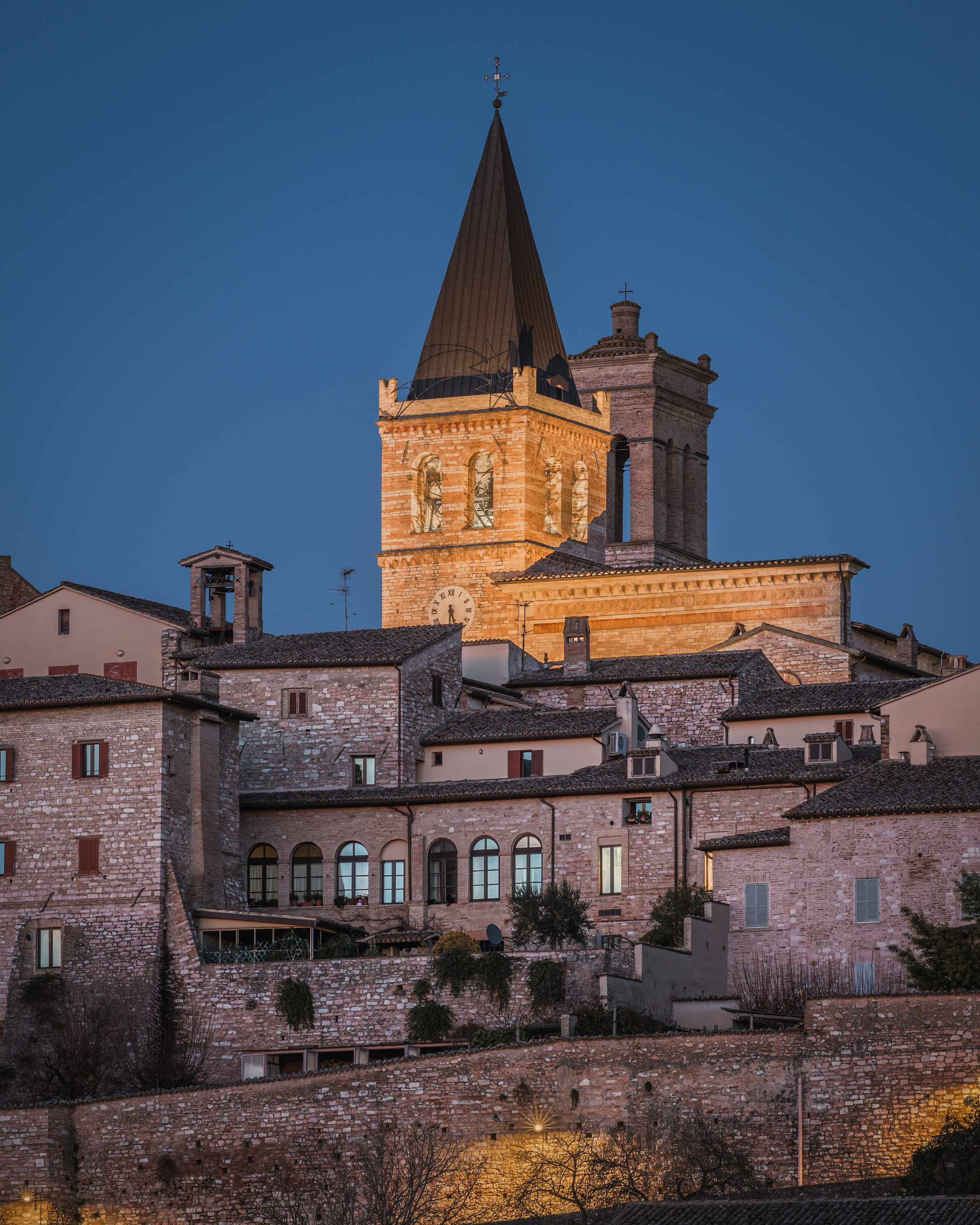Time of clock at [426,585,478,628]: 5:30
